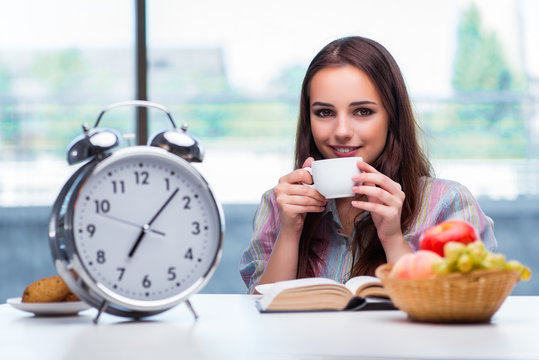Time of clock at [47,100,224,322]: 7:07
